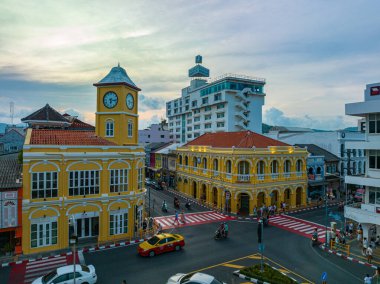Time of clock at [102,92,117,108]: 6:16
